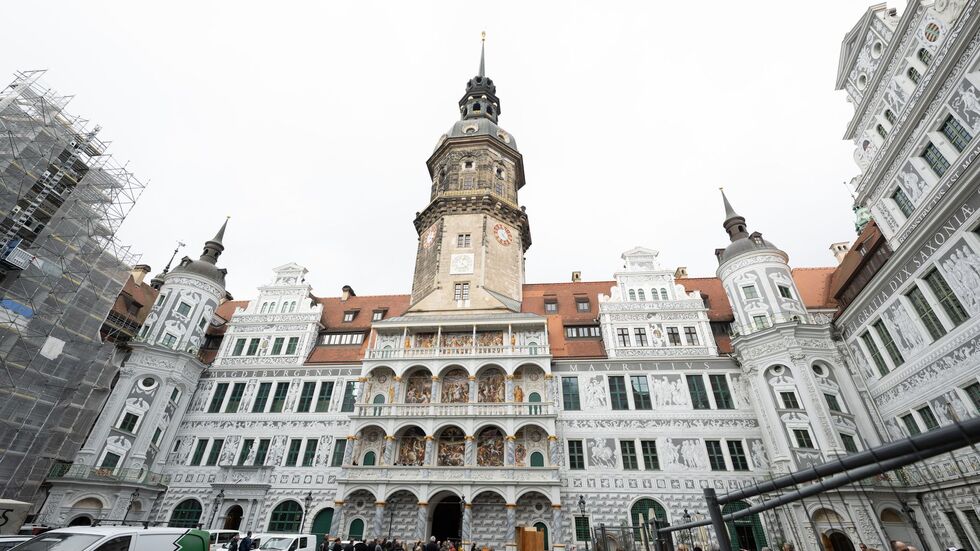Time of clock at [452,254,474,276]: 12:23
